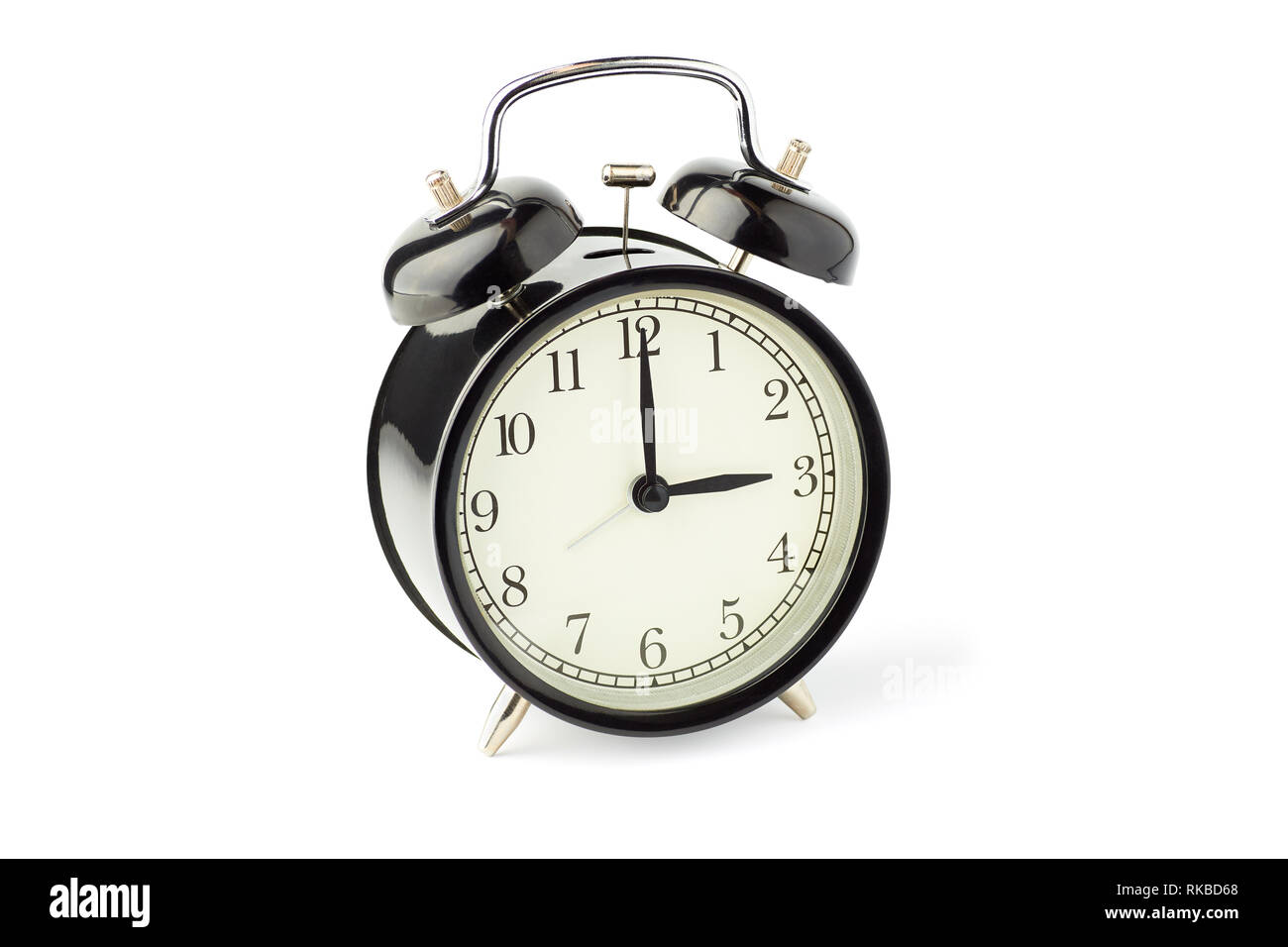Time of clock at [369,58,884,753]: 3:00
